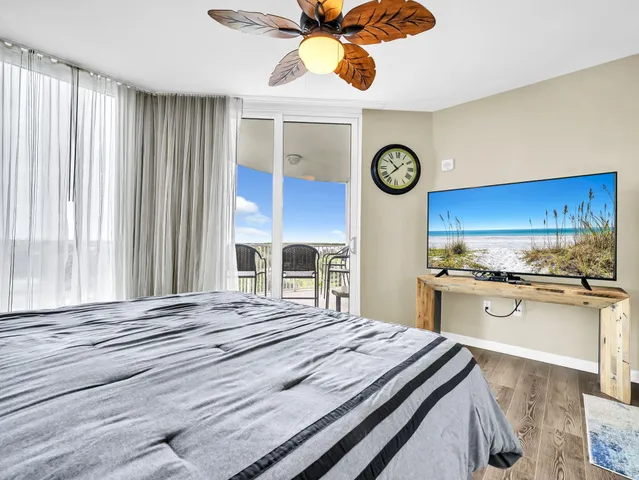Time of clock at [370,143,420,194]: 10:37
